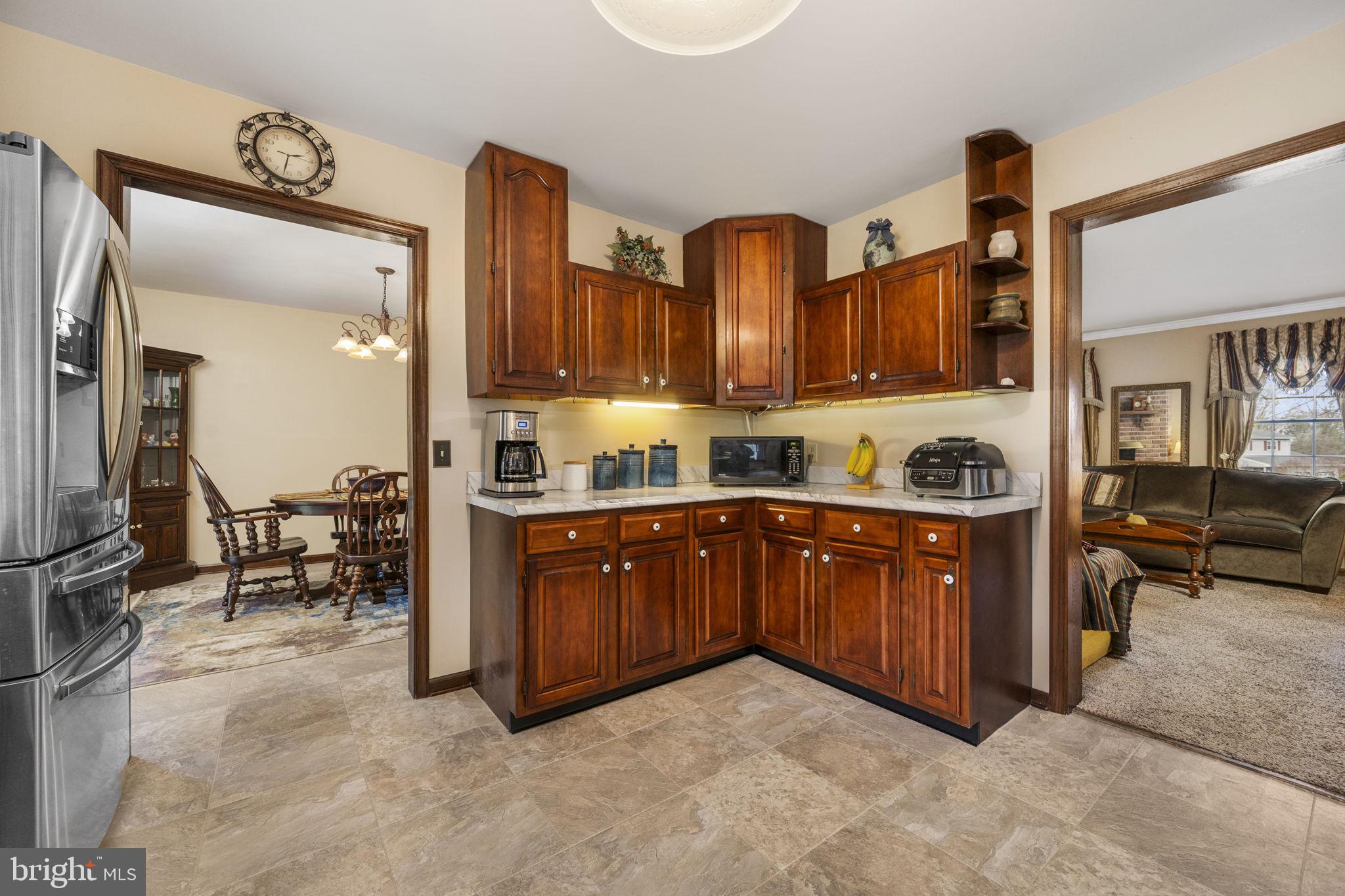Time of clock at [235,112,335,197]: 2:32
